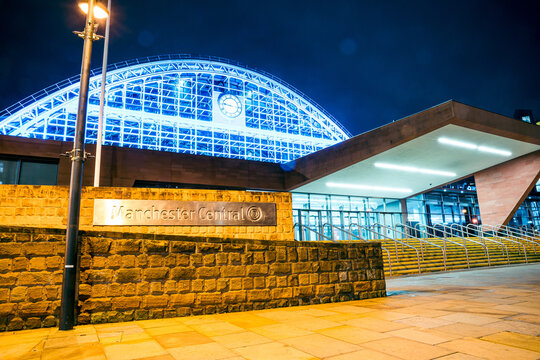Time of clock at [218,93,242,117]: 9:15
